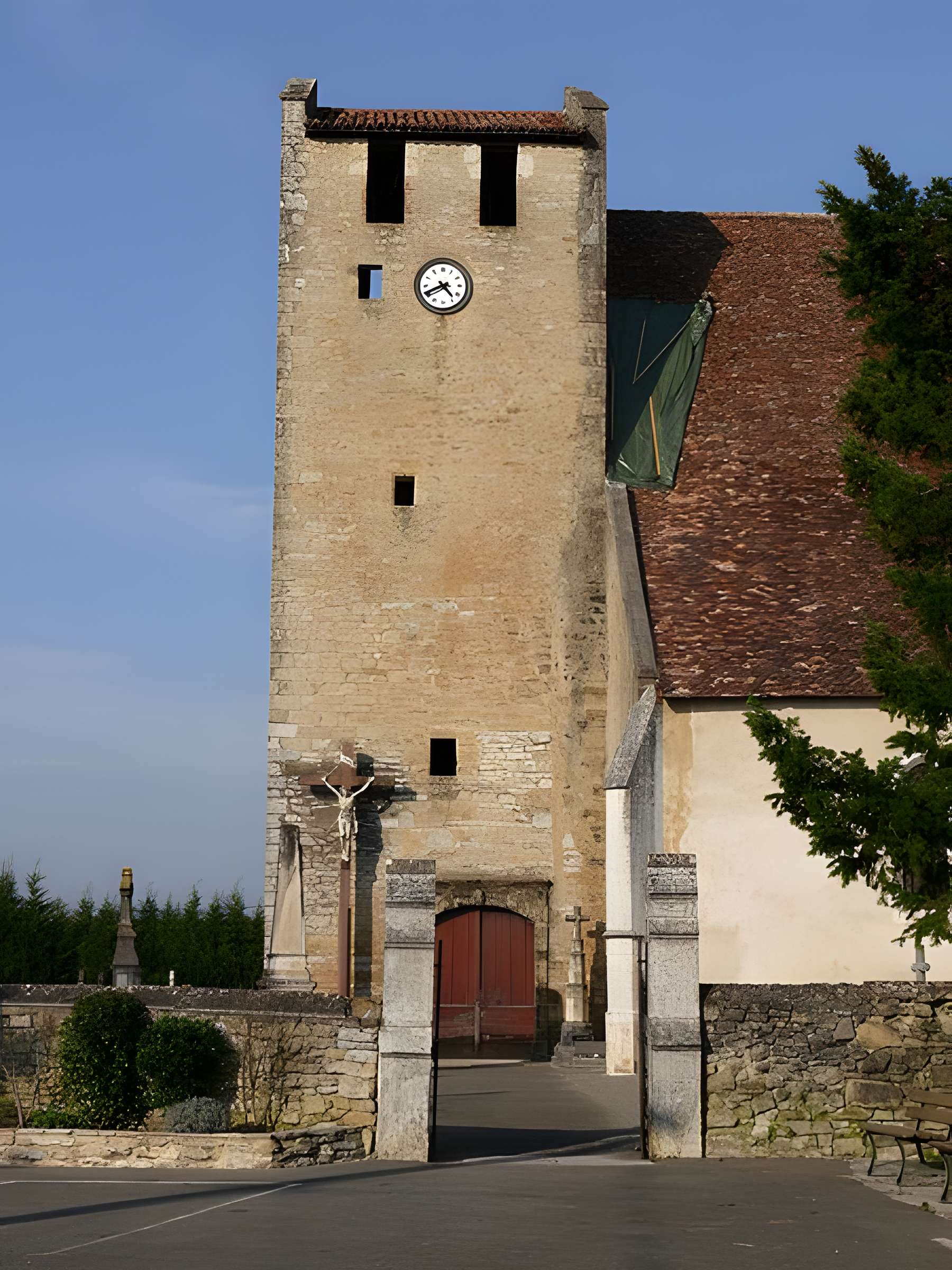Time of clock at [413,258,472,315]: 4:40
